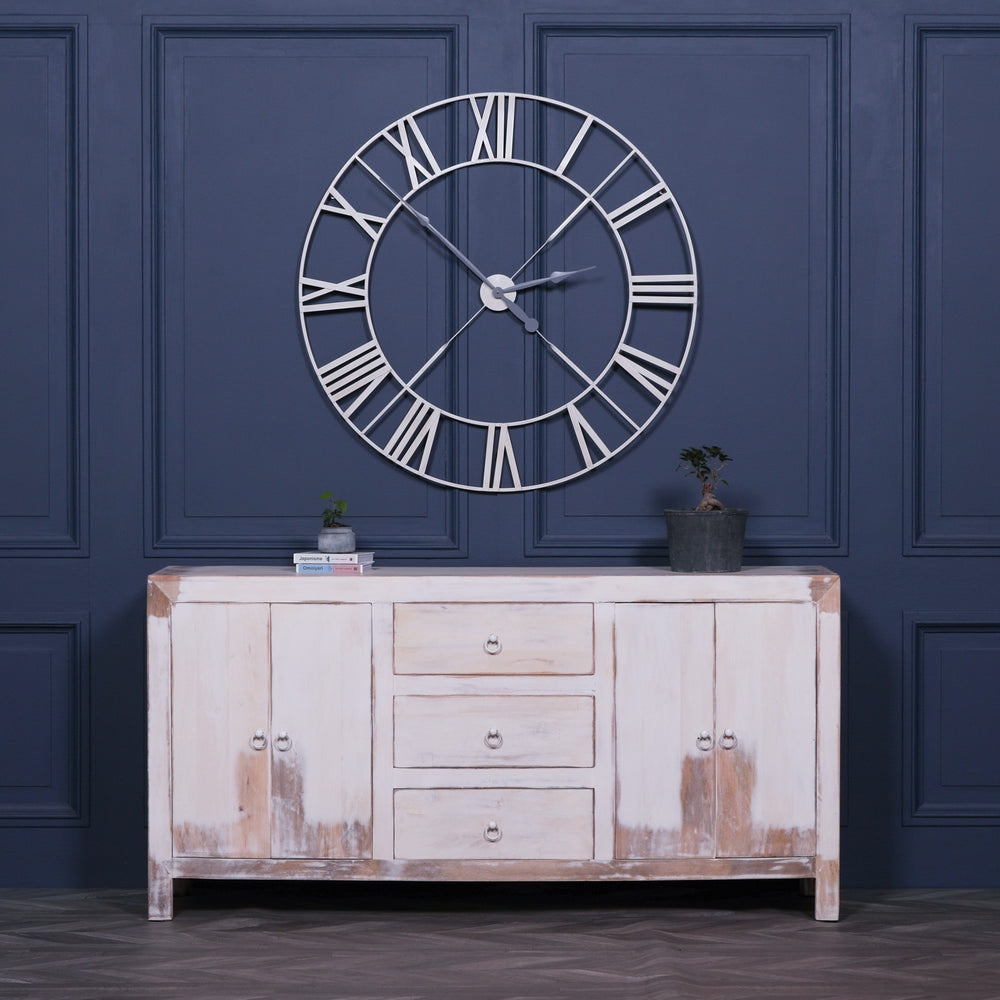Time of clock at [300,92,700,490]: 2:52
